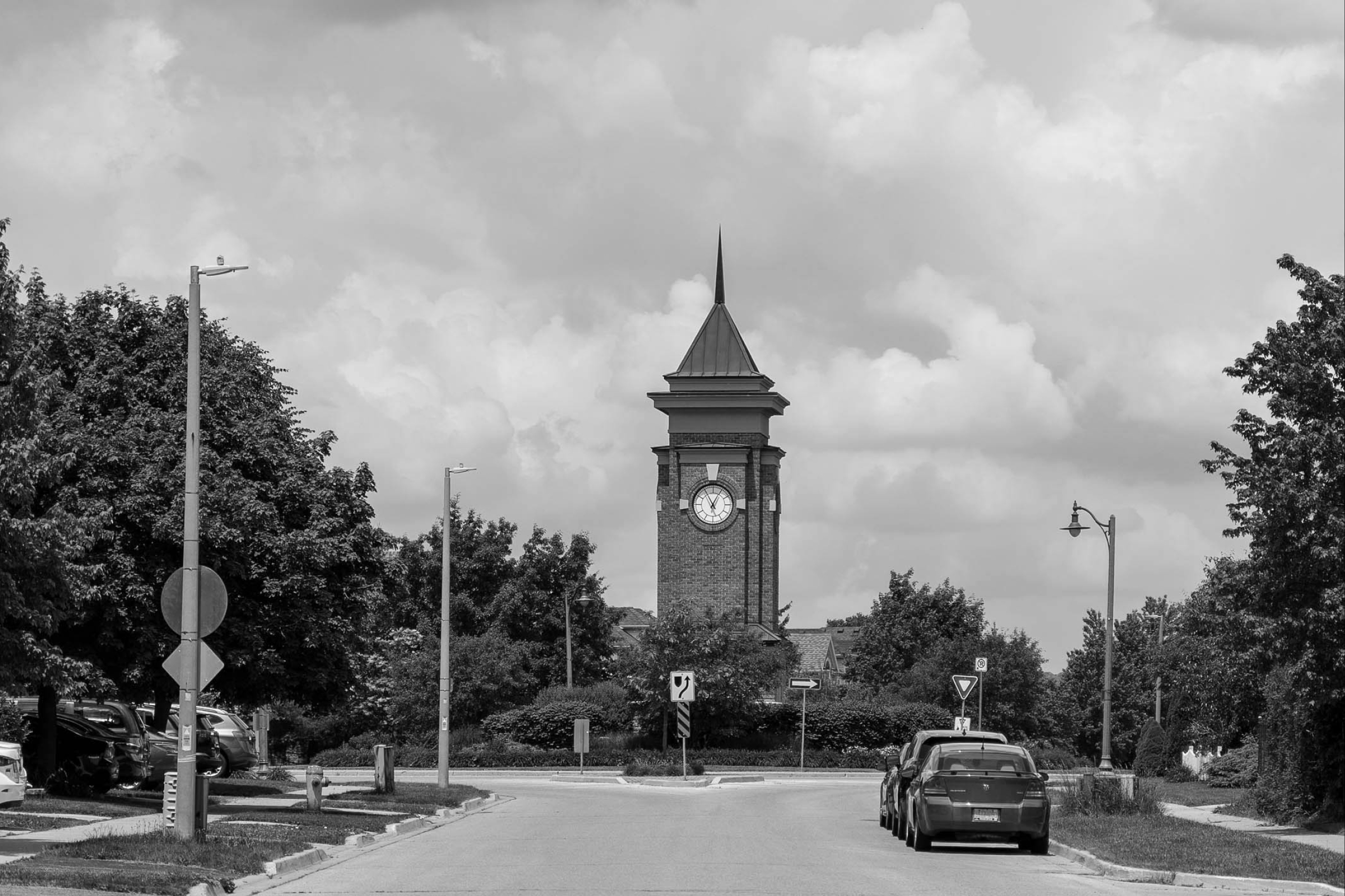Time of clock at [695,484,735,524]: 12:55
